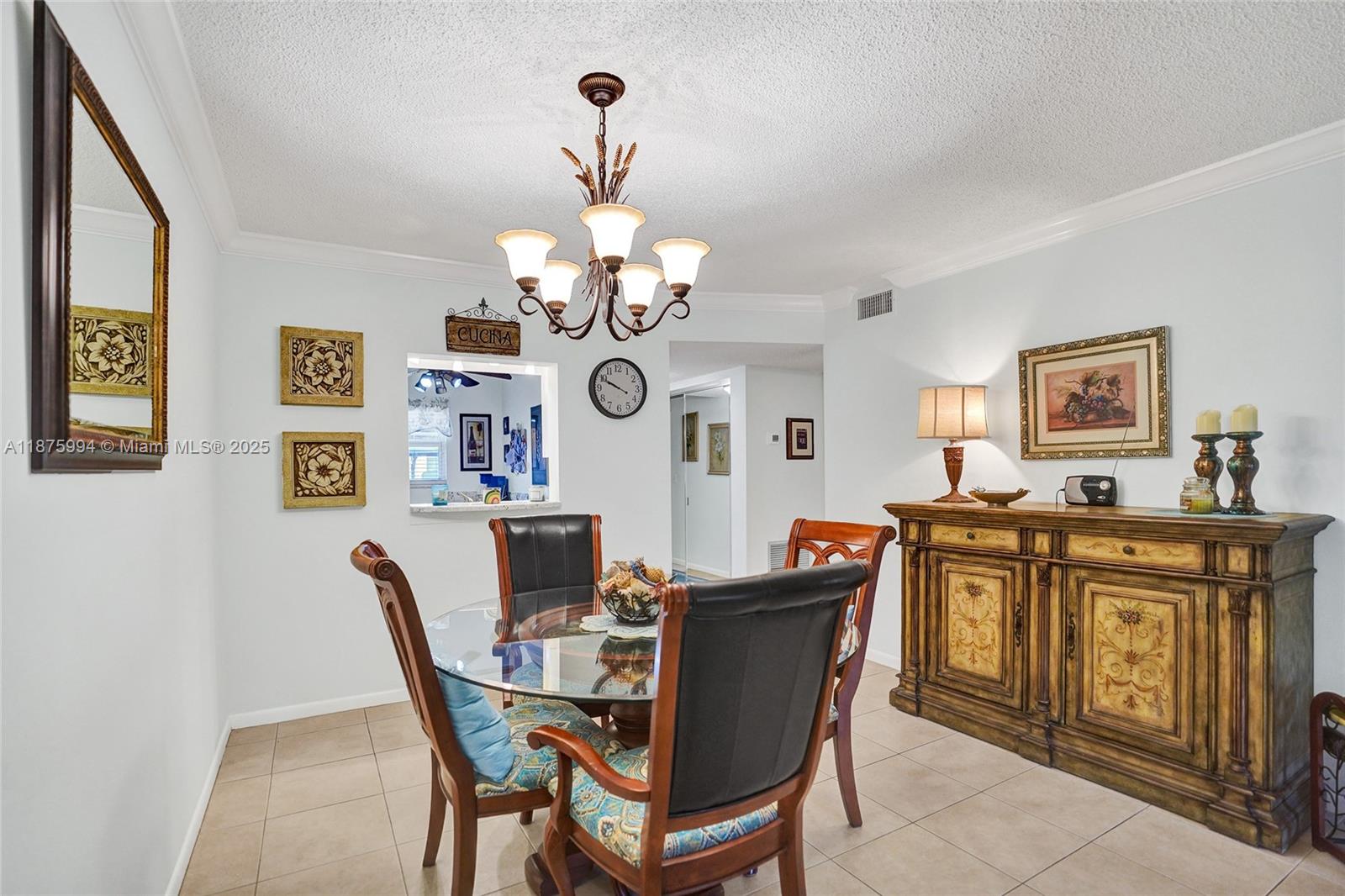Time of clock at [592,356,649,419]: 9:49
